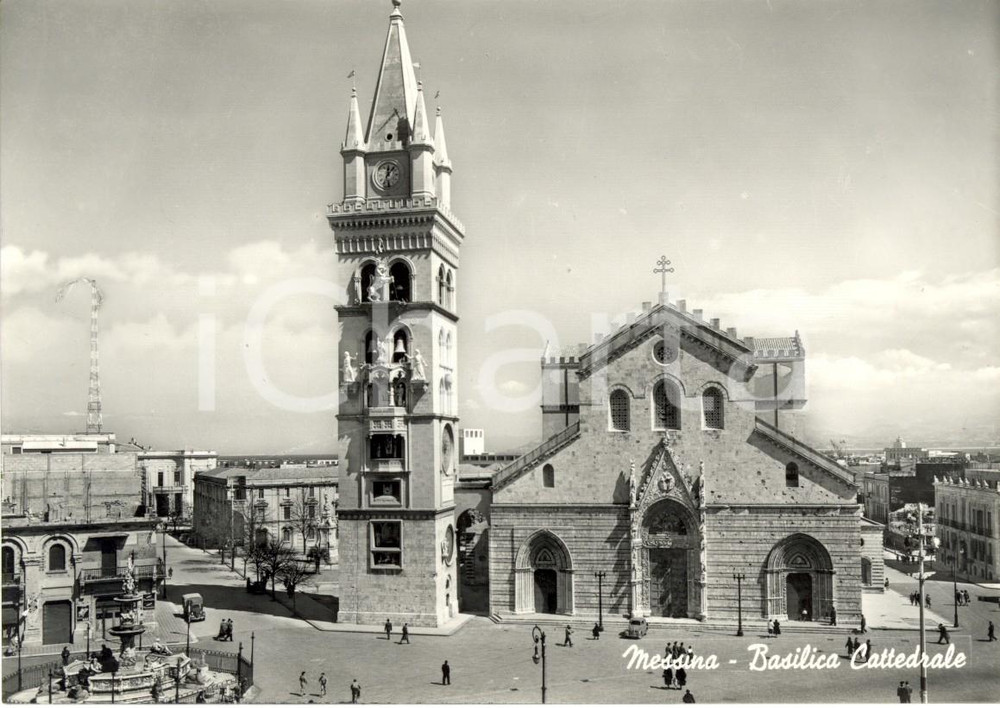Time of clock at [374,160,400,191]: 12:06
